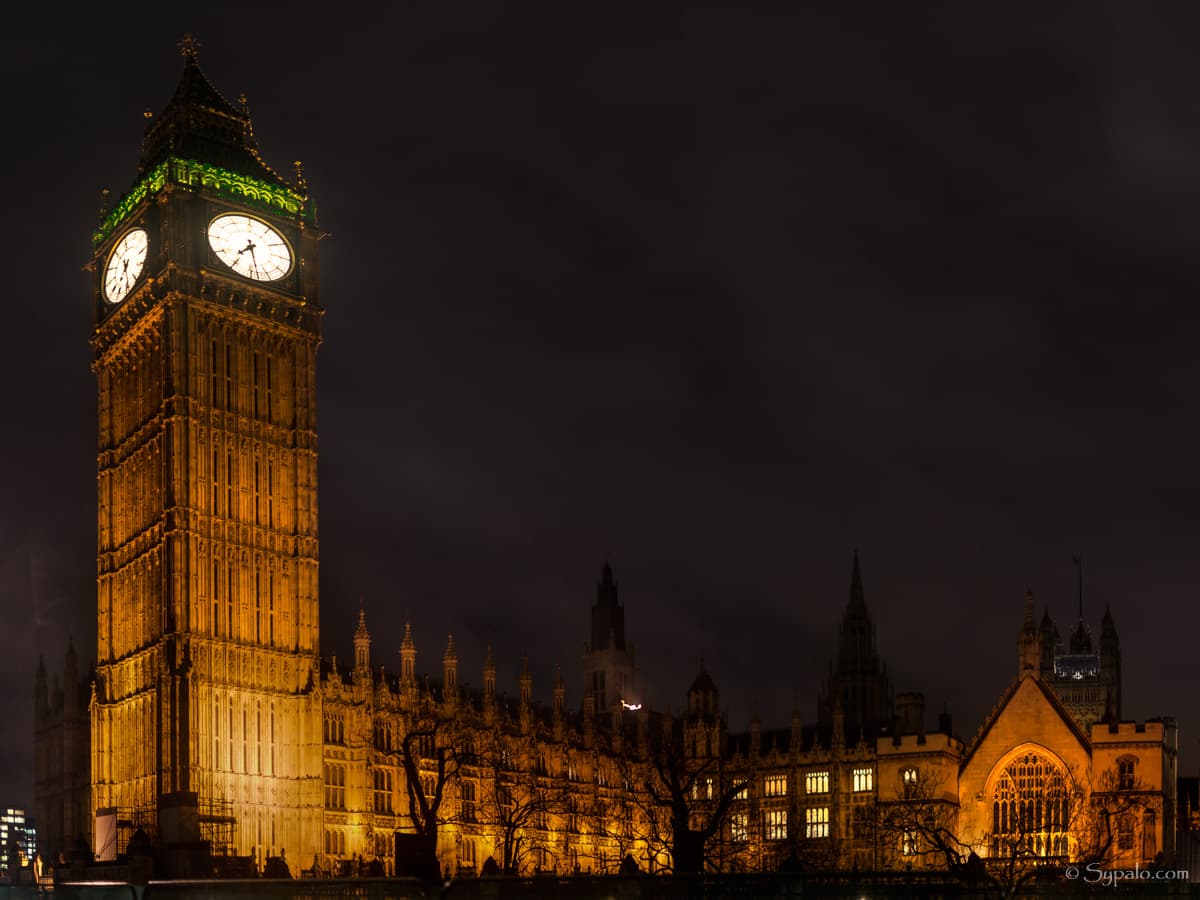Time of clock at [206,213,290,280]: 7:28
